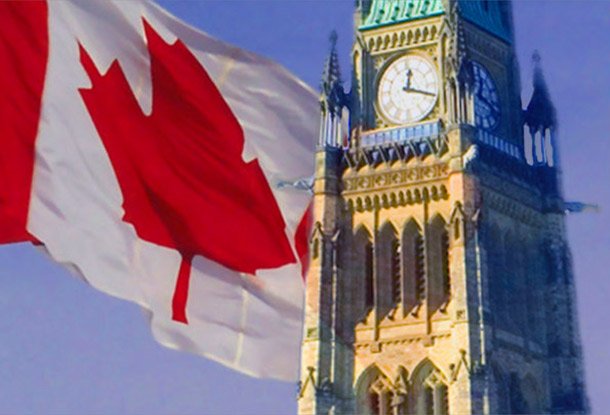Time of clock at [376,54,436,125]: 12:18
